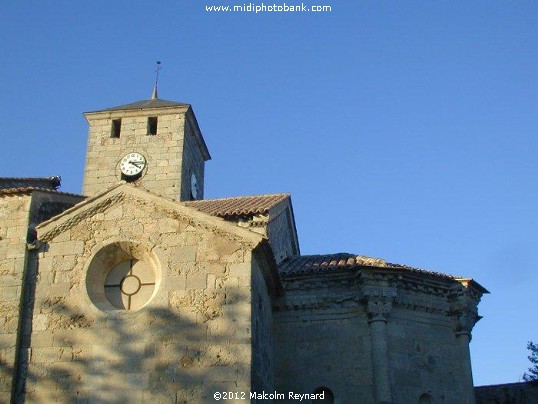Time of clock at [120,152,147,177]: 4:14
